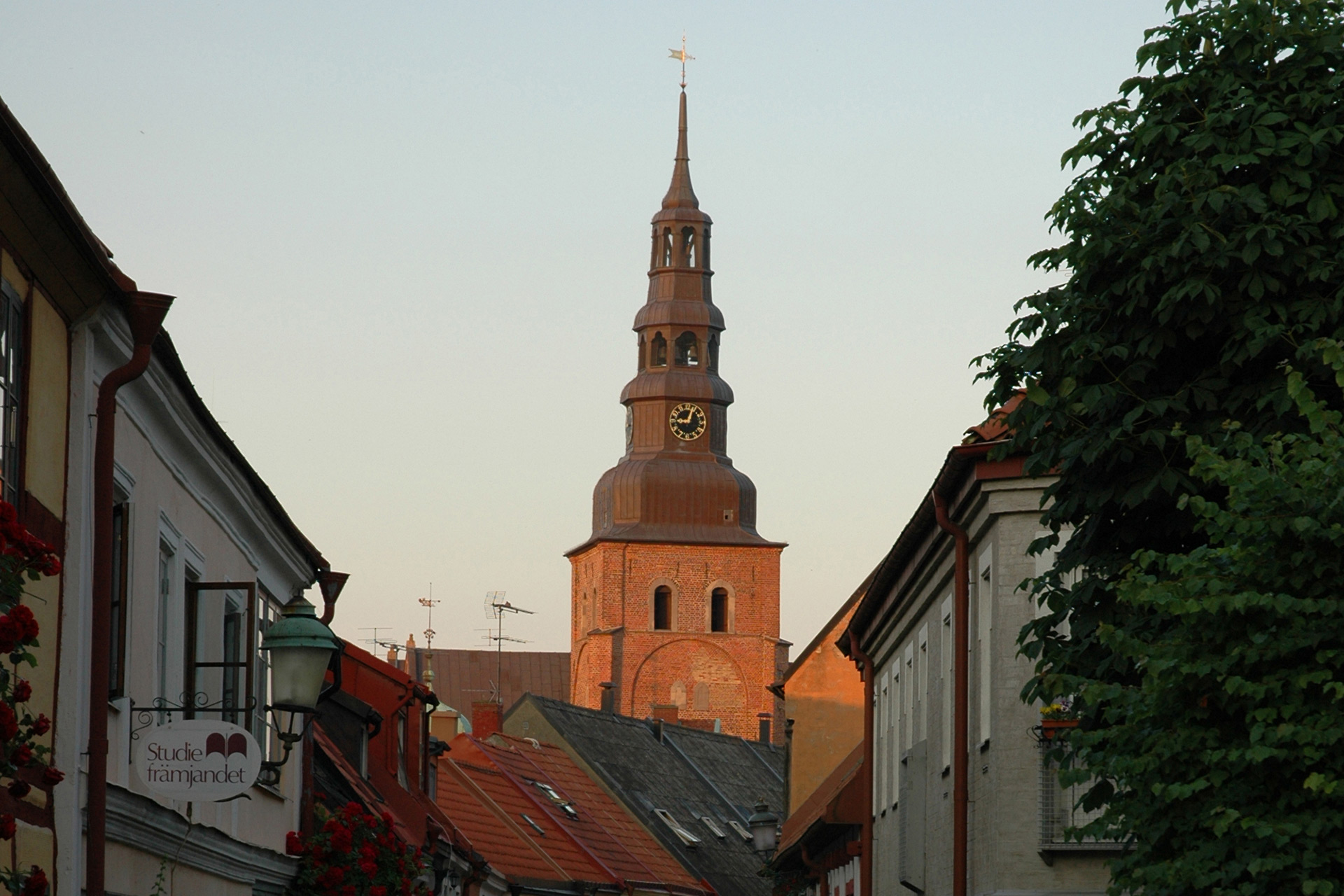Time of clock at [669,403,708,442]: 9:03
